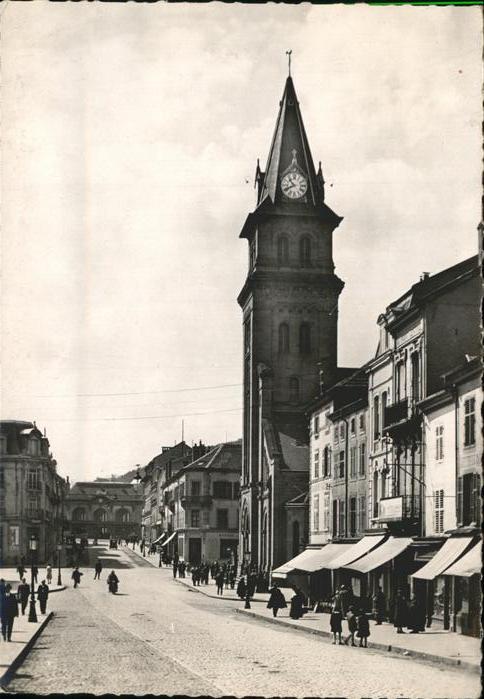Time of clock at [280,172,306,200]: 10:41
